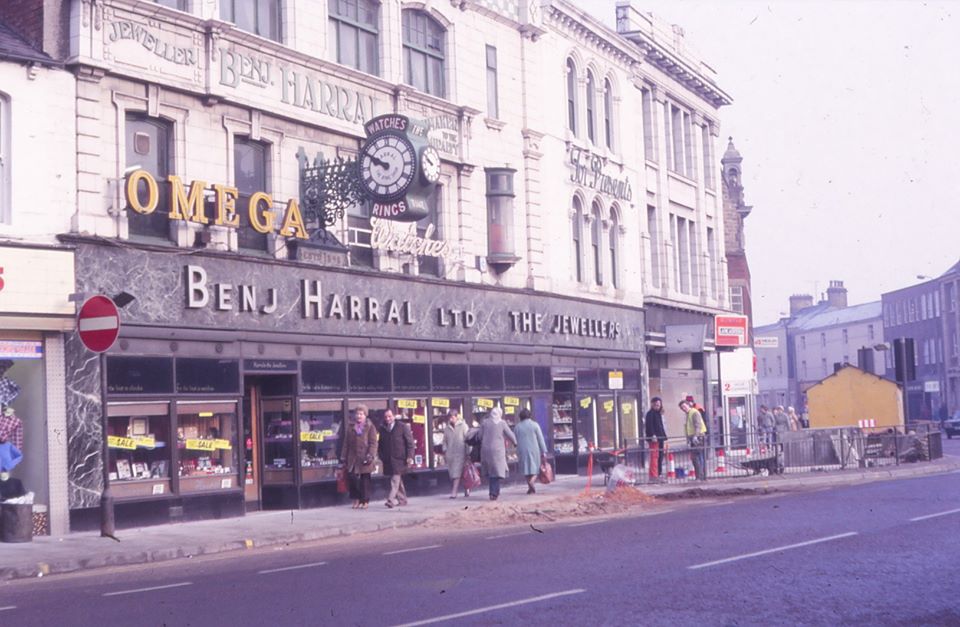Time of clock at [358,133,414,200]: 9:50
